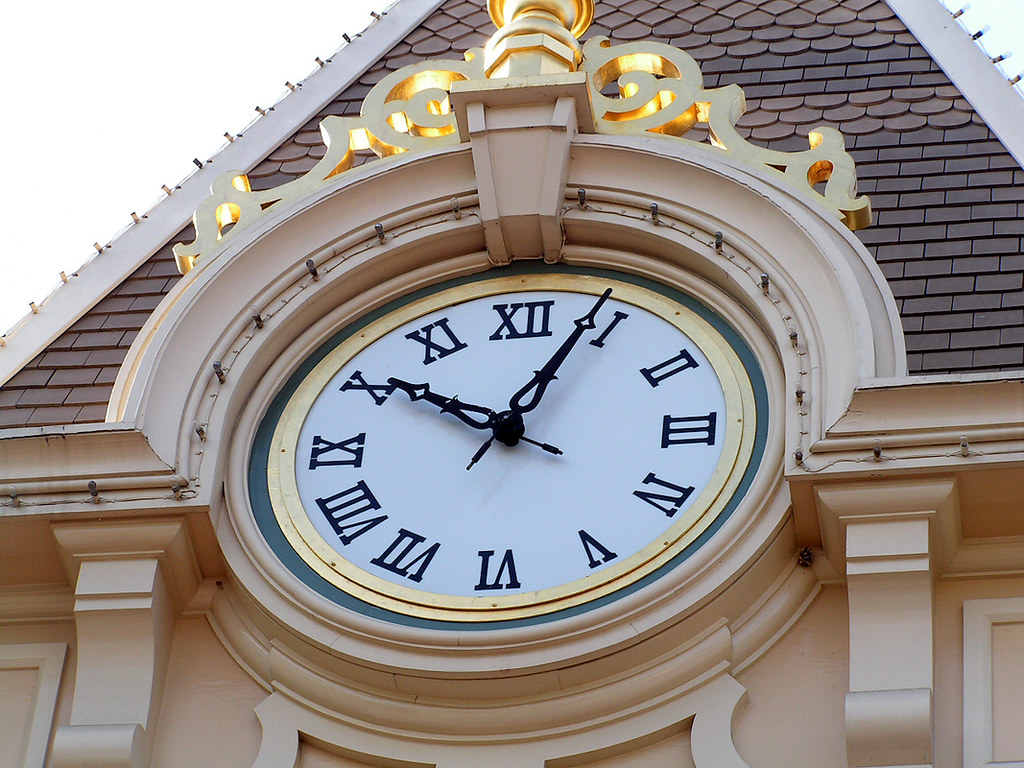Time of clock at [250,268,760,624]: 10:03
